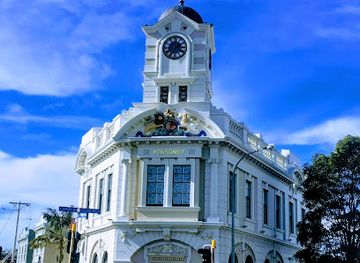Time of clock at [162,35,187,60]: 1:36
